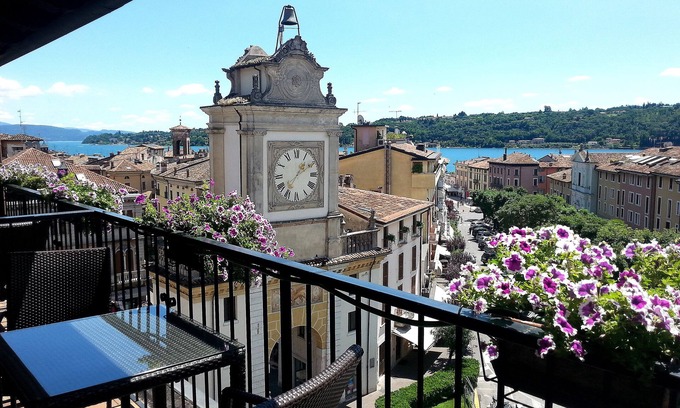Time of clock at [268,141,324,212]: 1:36
